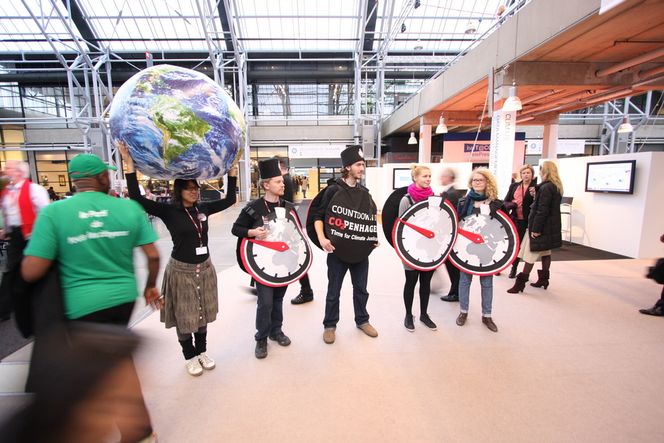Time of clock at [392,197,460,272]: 9:50
